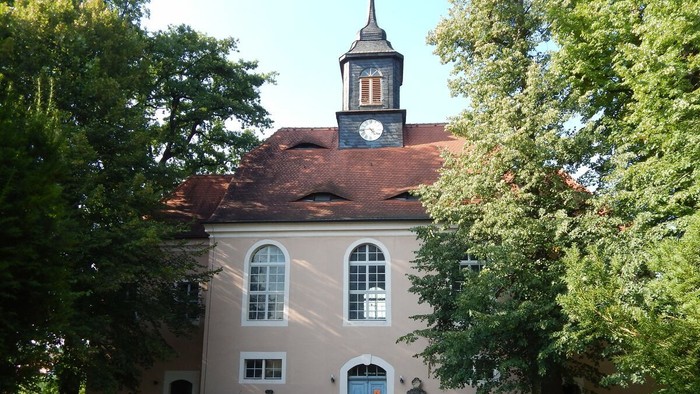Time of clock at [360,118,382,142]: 4:44
